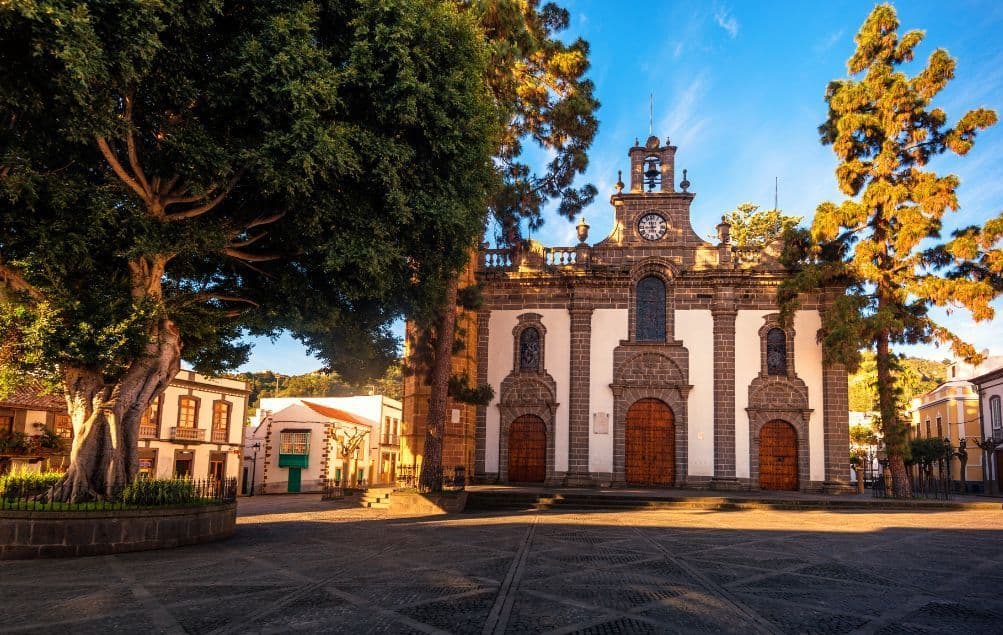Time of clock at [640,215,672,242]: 11:44
